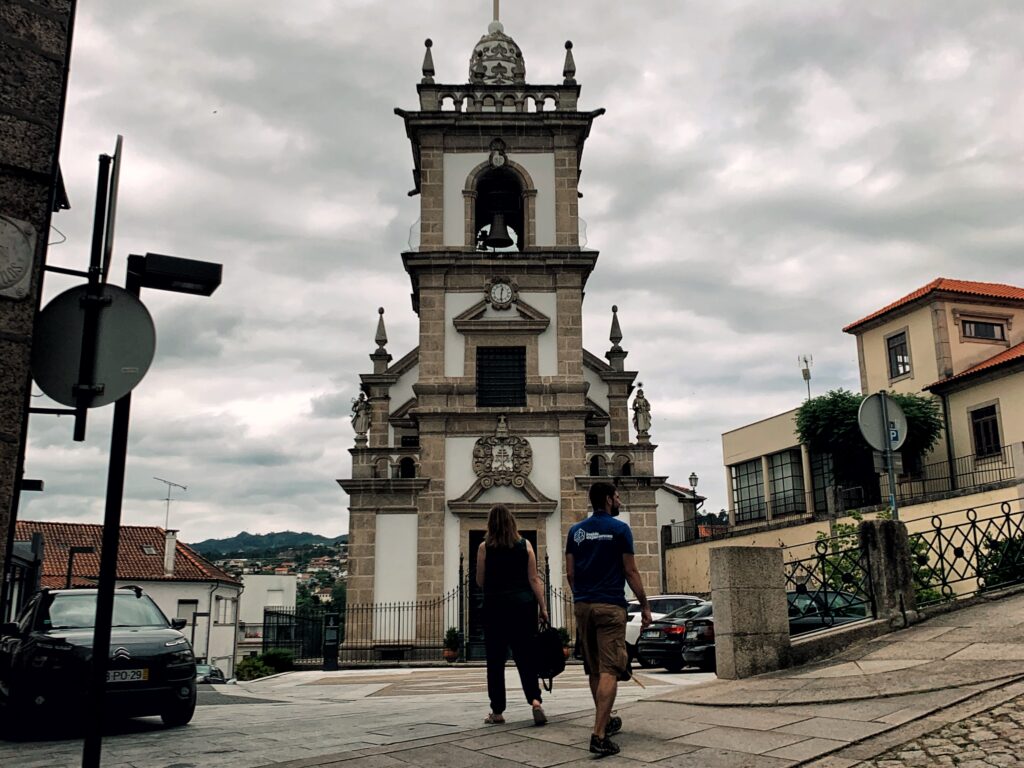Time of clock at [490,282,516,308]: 12:30
